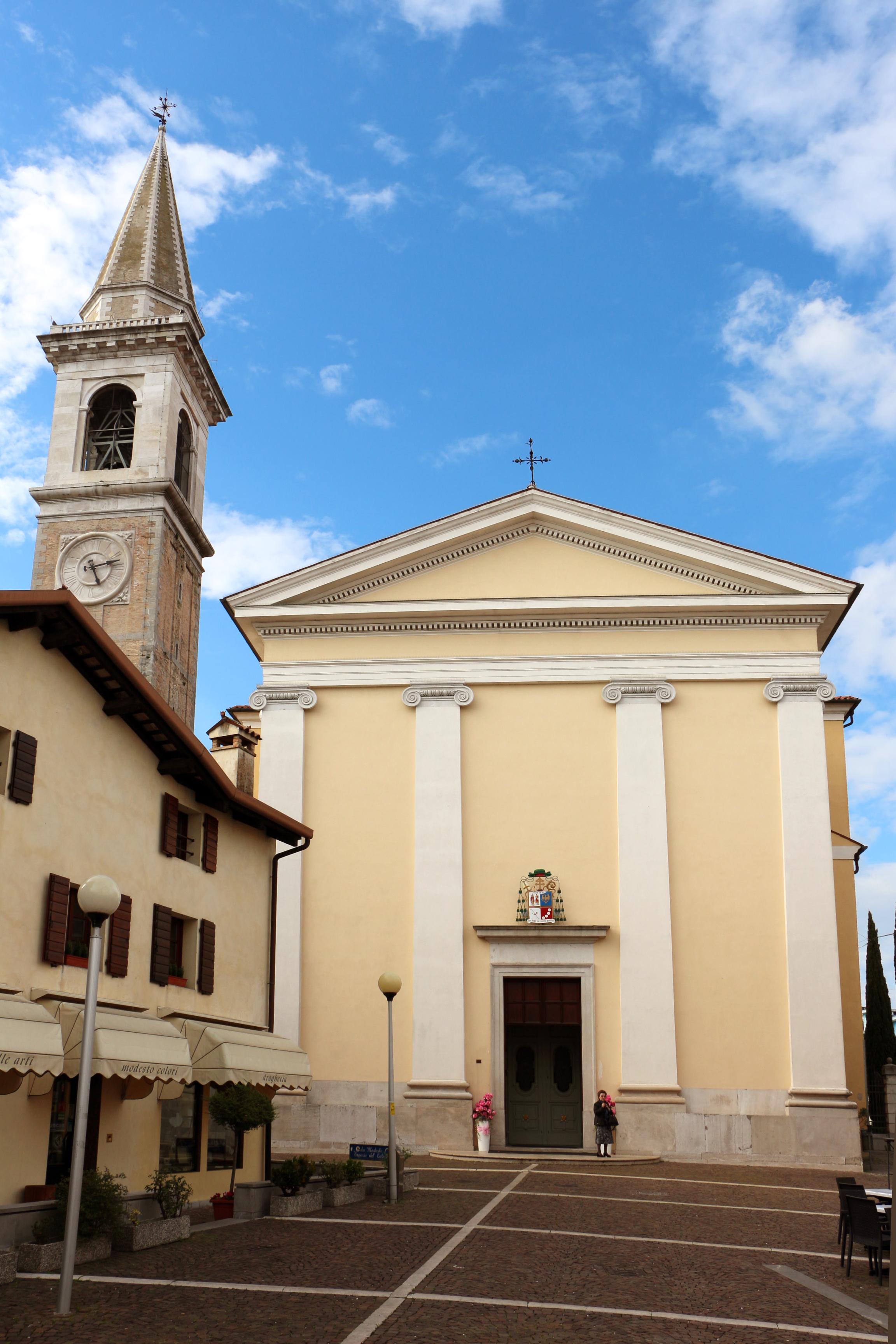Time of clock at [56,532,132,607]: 5:12
